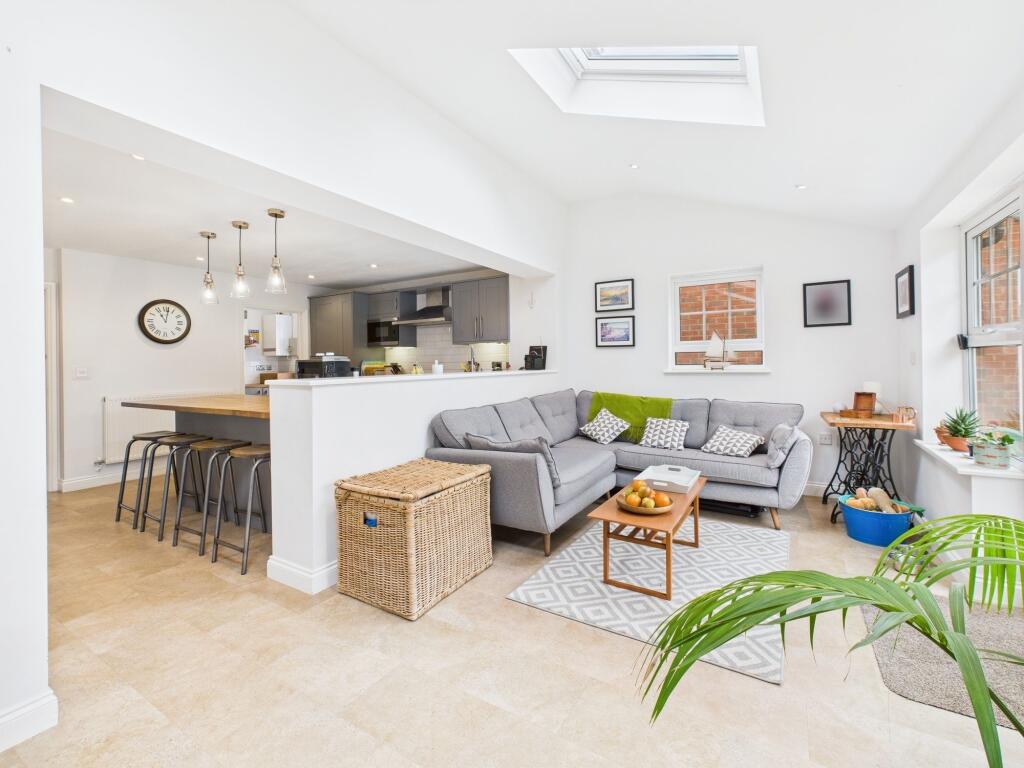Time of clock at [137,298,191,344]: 11:01
